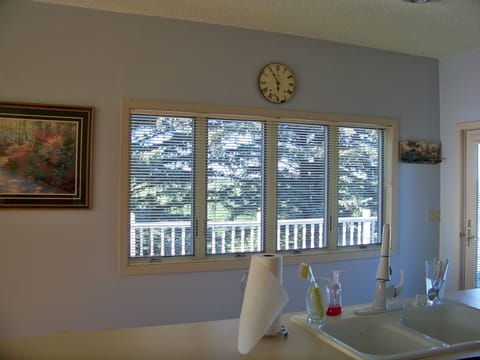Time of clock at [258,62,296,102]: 5:55
